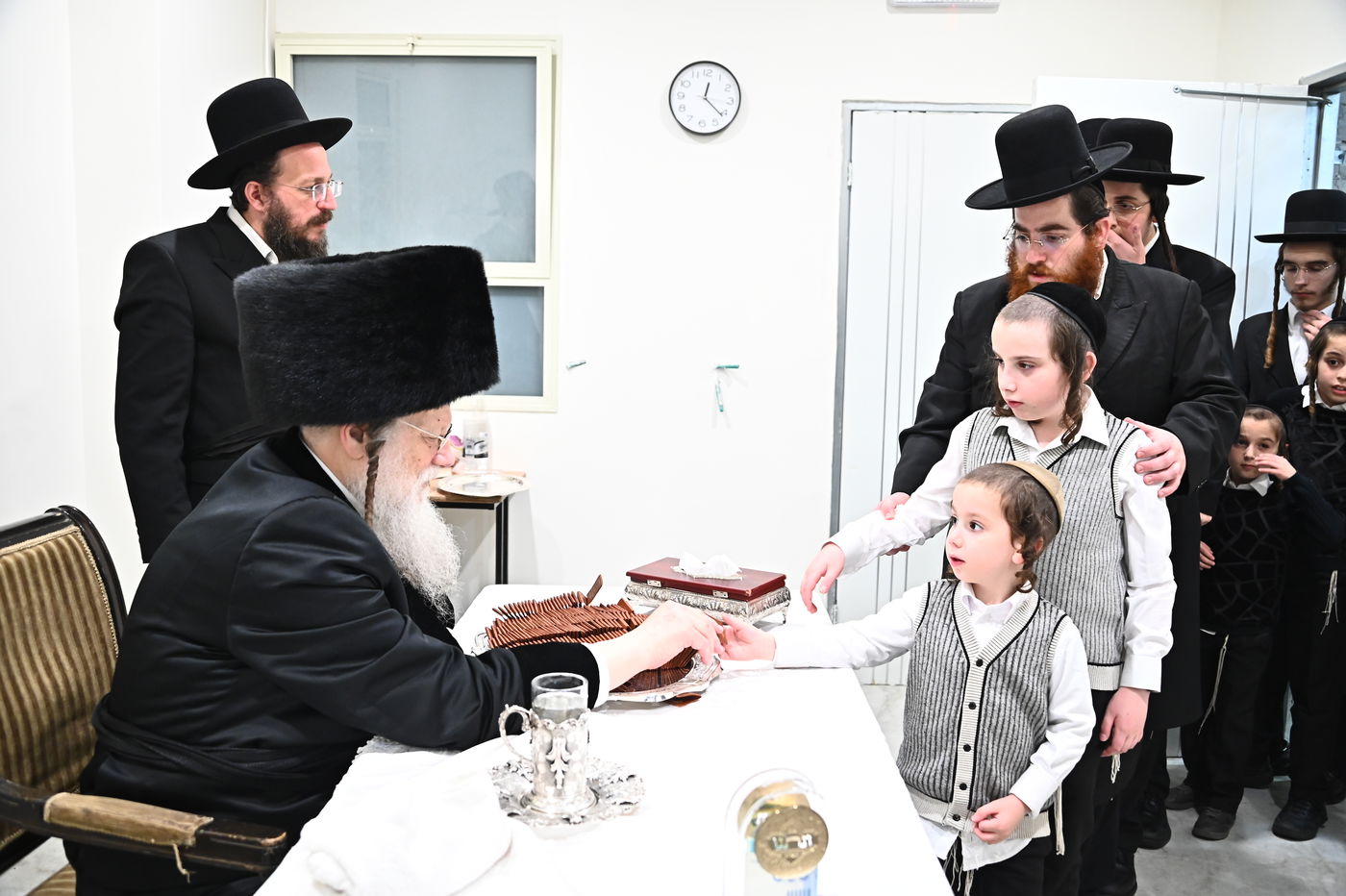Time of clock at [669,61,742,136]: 12:21
